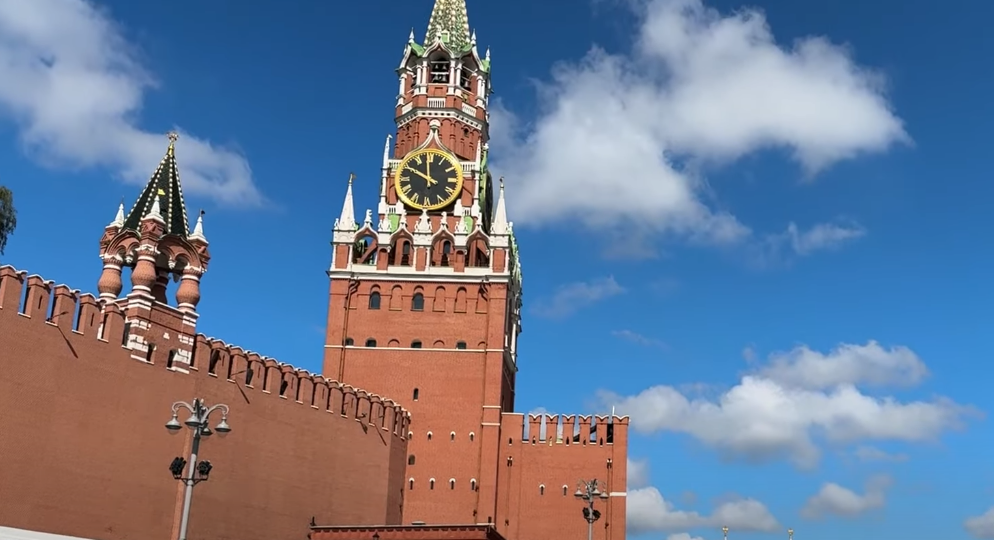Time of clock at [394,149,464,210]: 11:49
